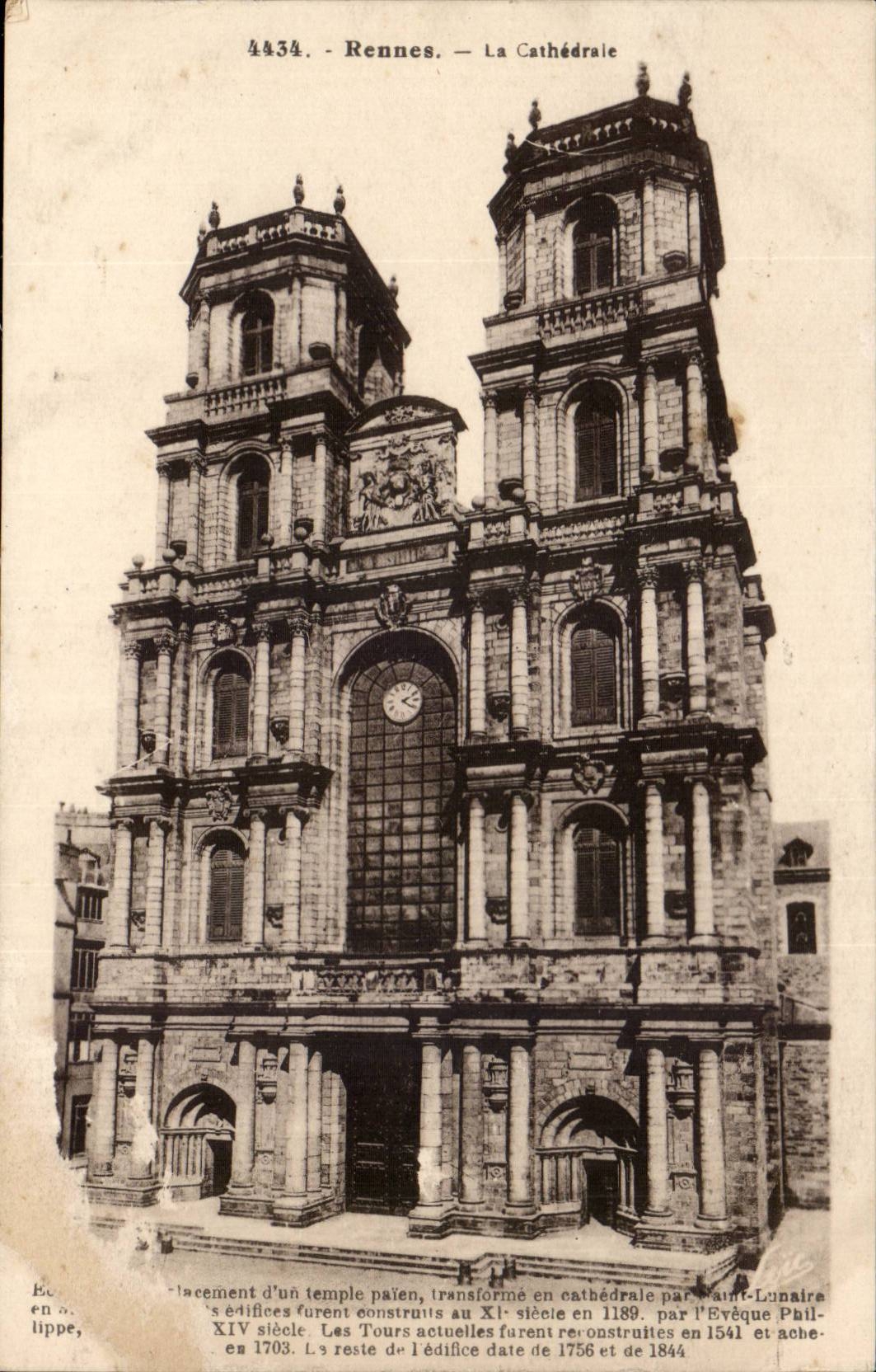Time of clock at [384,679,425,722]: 2:21
